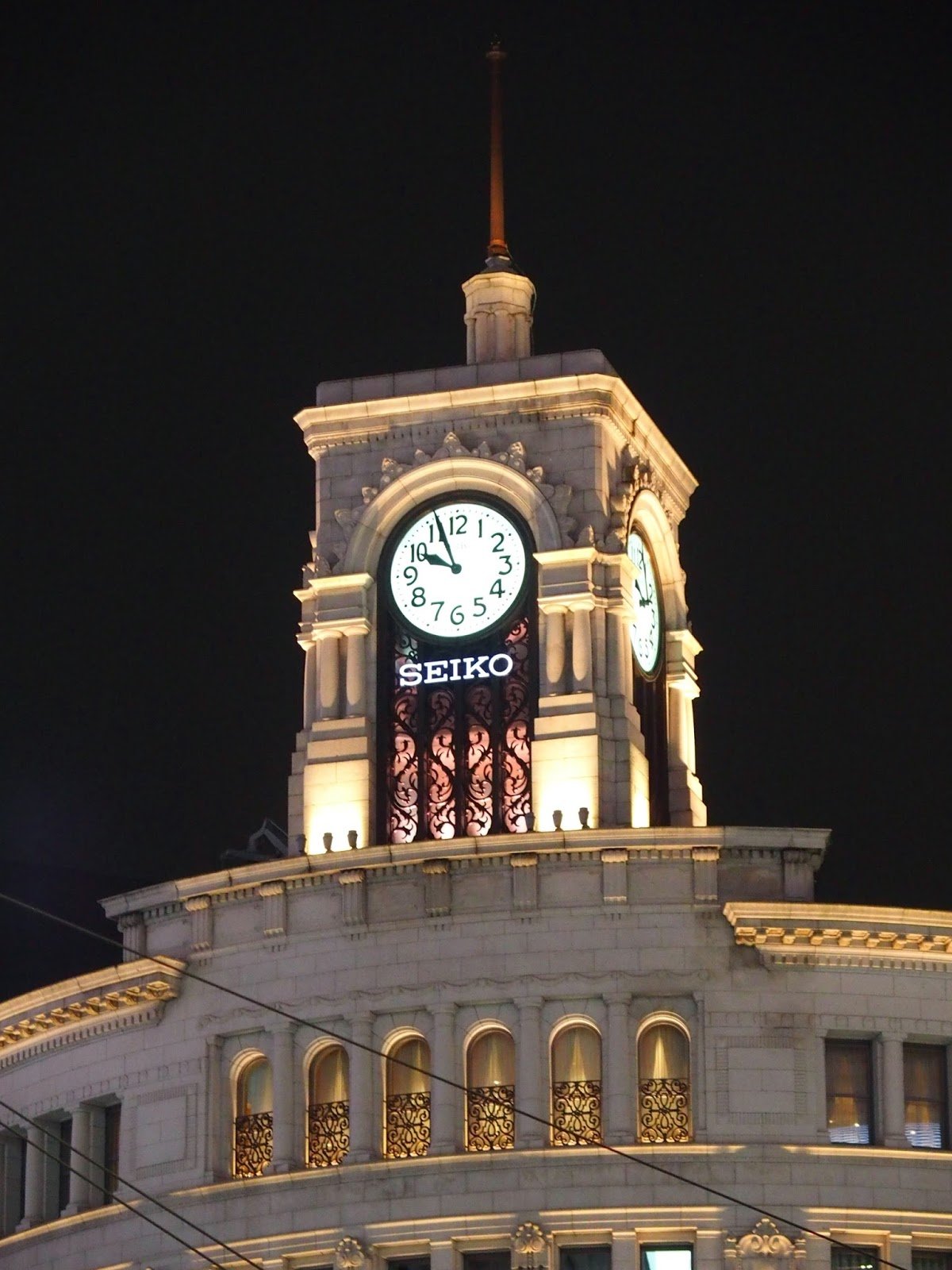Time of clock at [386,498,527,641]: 9:56
